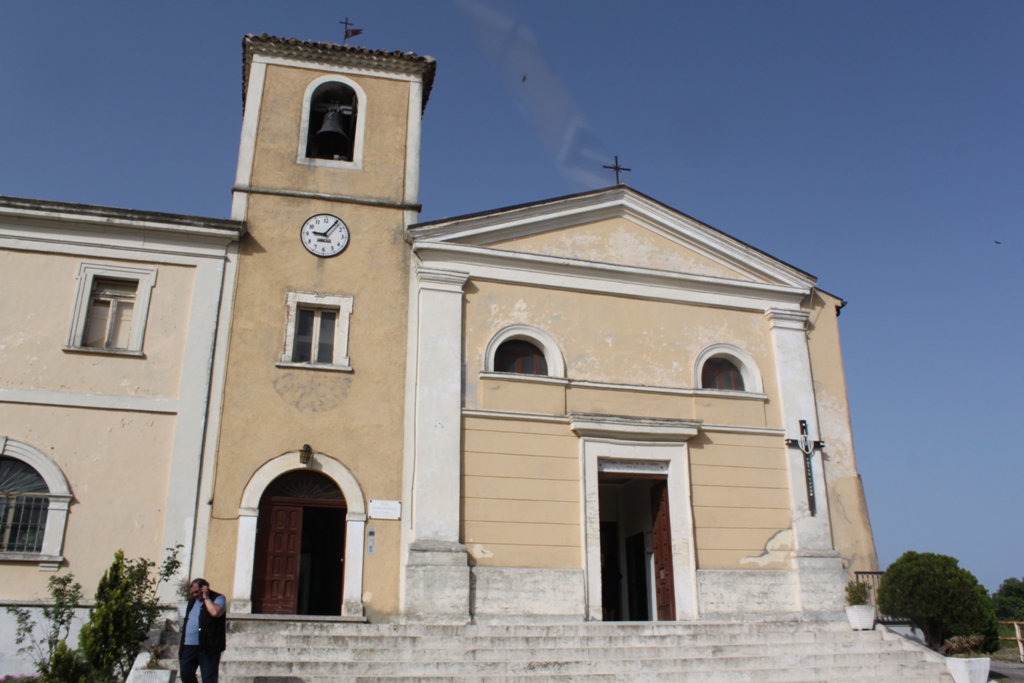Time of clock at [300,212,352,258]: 9:05
